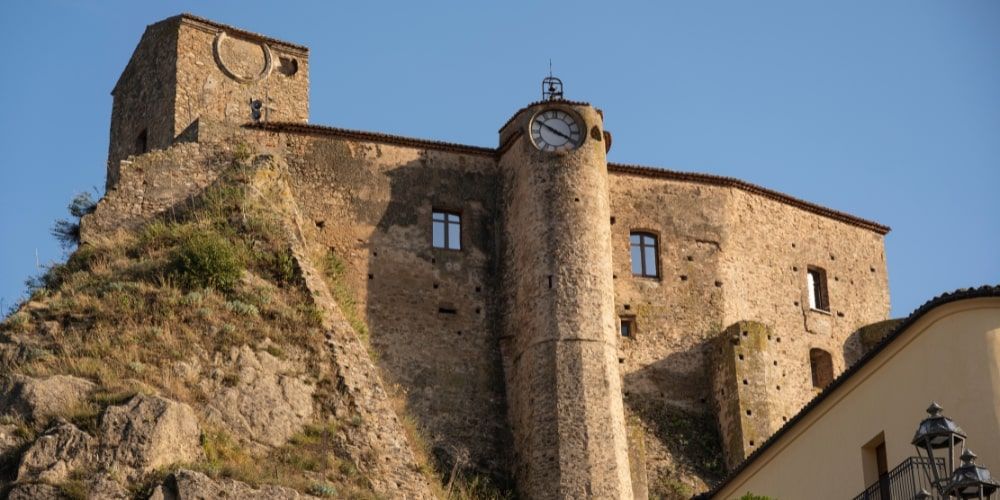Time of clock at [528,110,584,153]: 3:50
